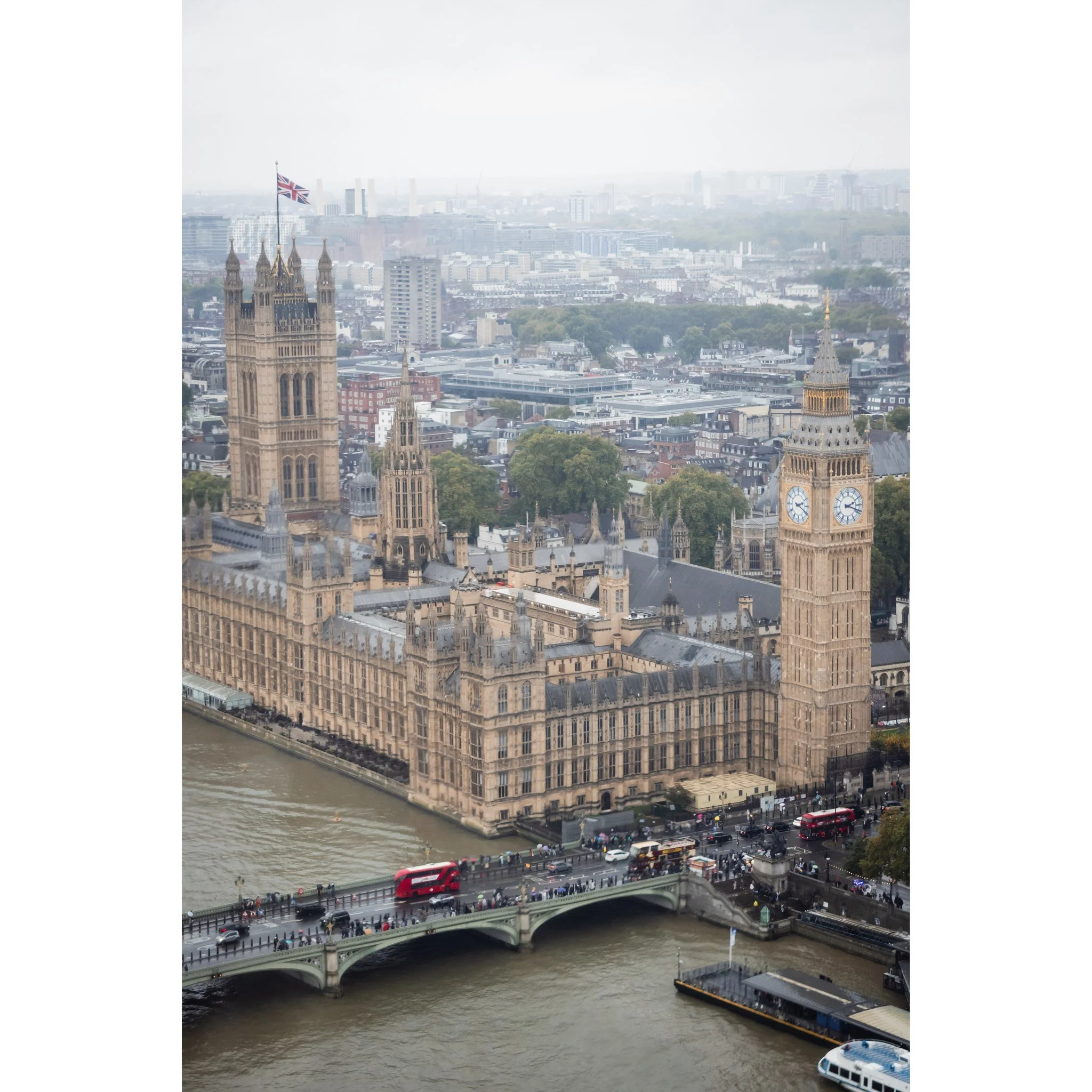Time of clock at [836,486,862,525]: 2:18
